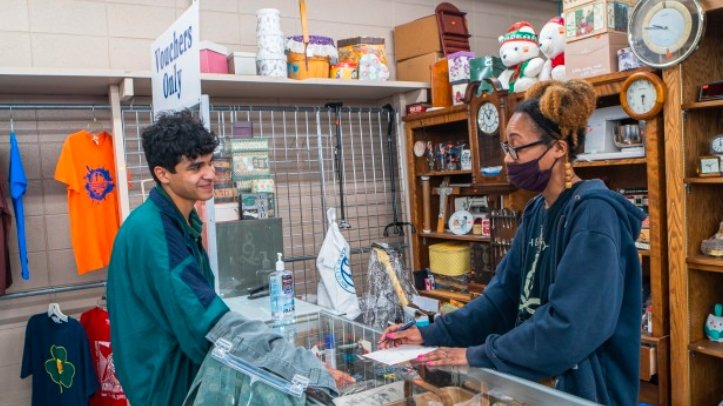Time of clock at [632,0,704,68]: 9:45
